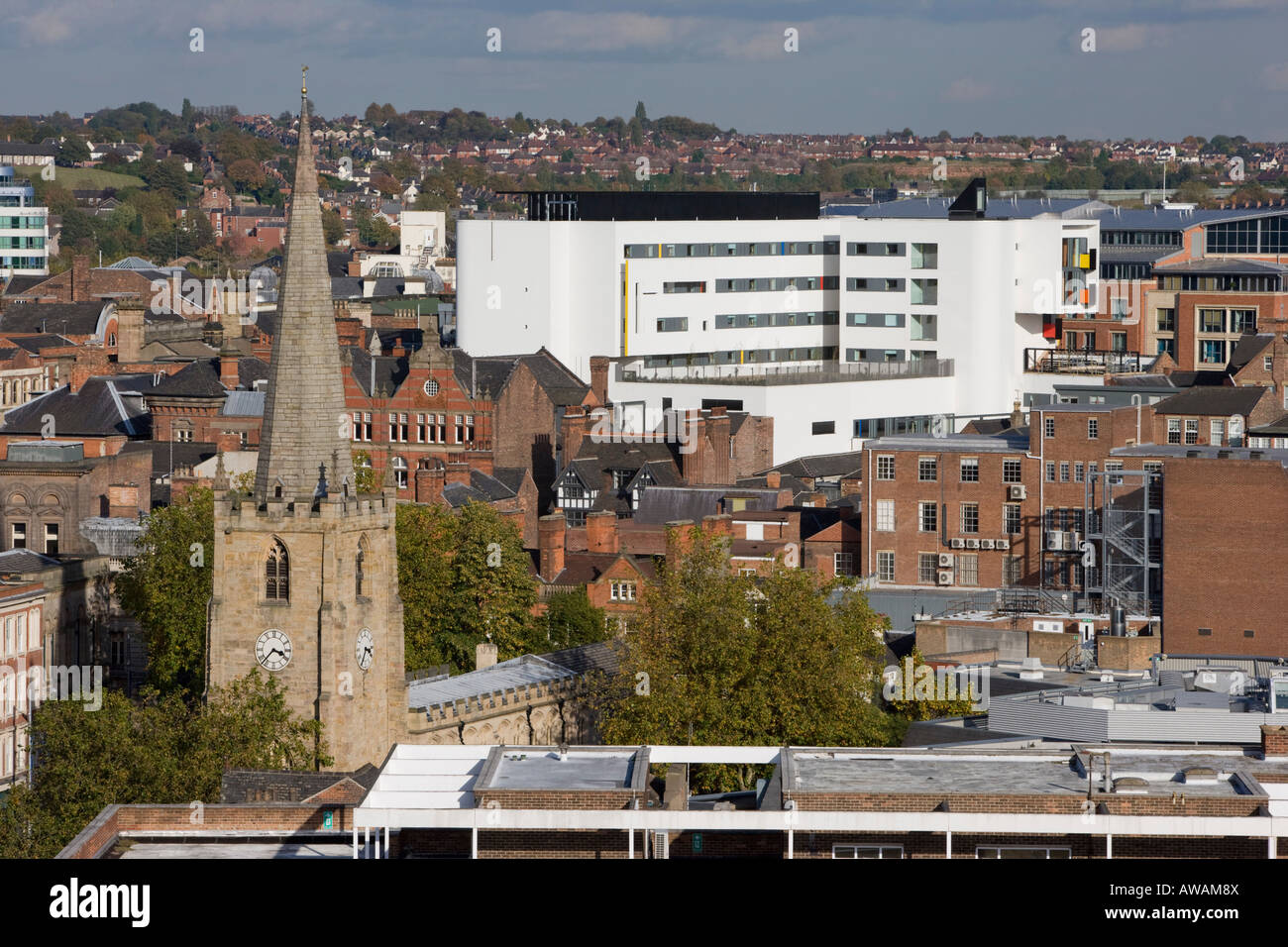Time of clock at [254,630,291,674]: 3:37
